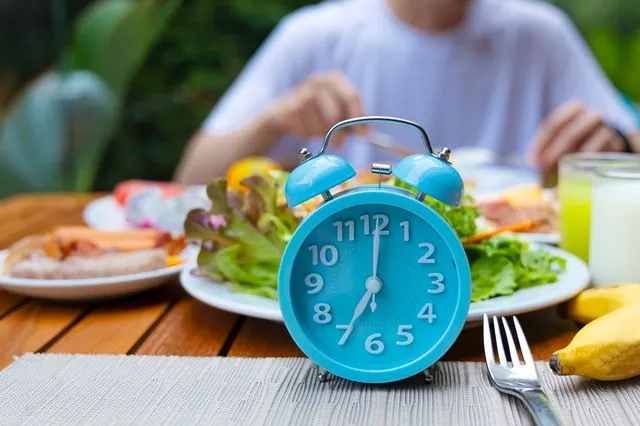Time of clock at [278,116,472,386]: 7:00
